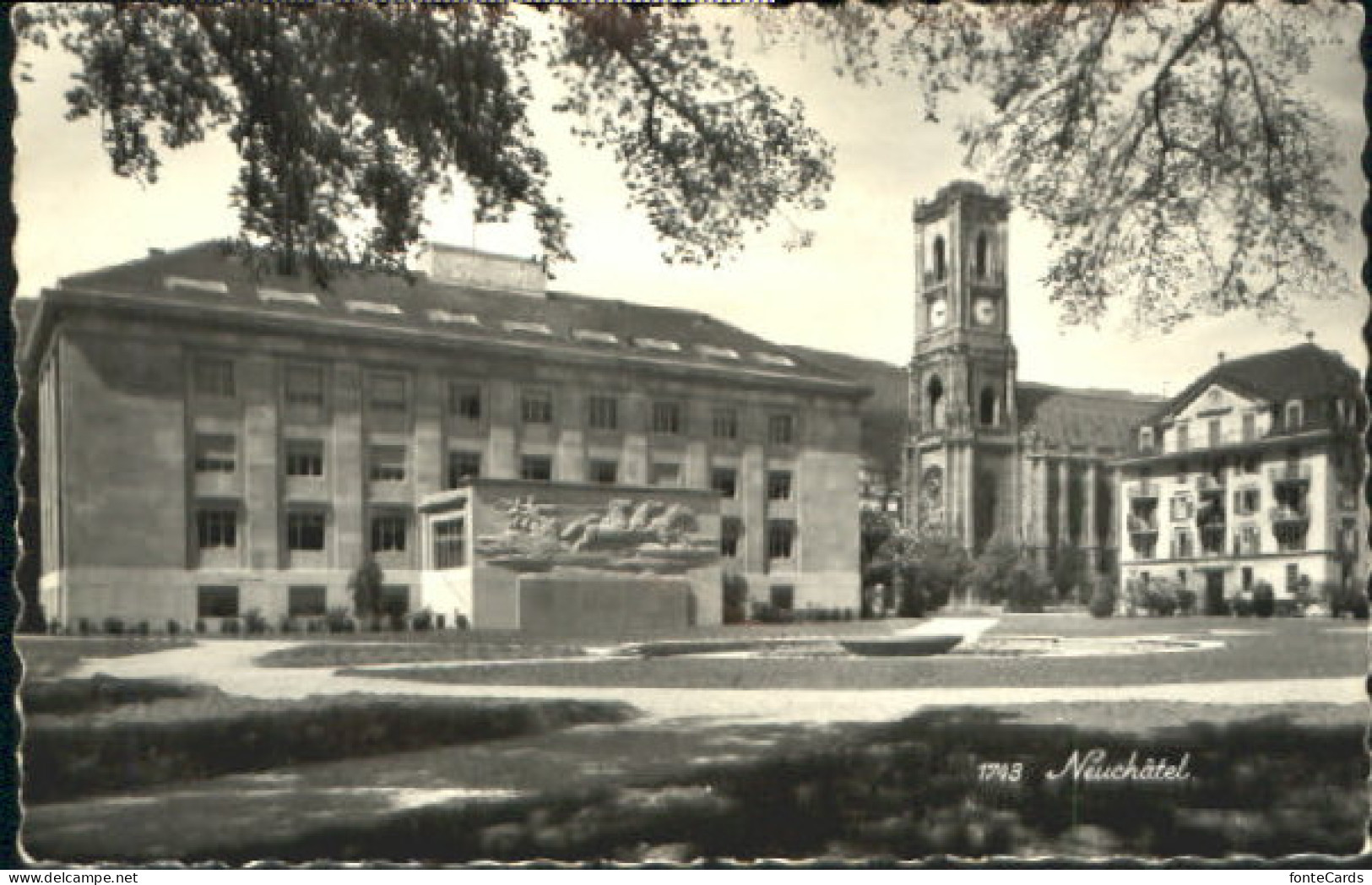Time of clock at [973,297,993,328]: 3:13
